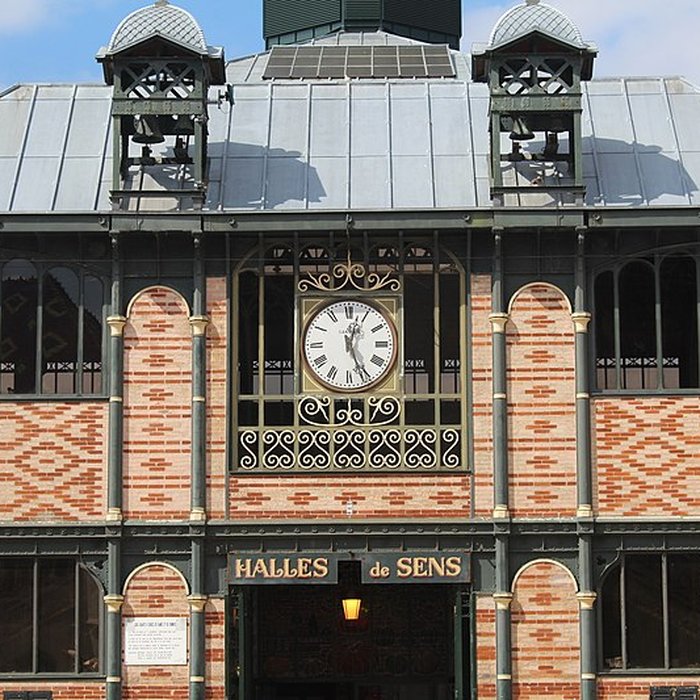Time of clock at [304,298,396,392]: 12:26
